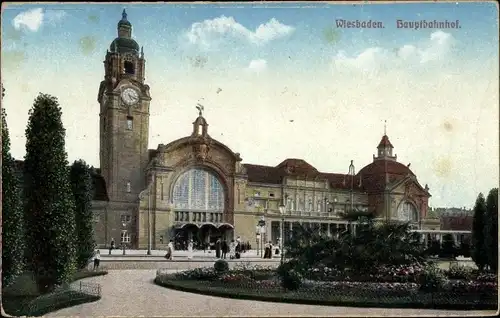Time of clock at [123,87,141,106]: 5:18
